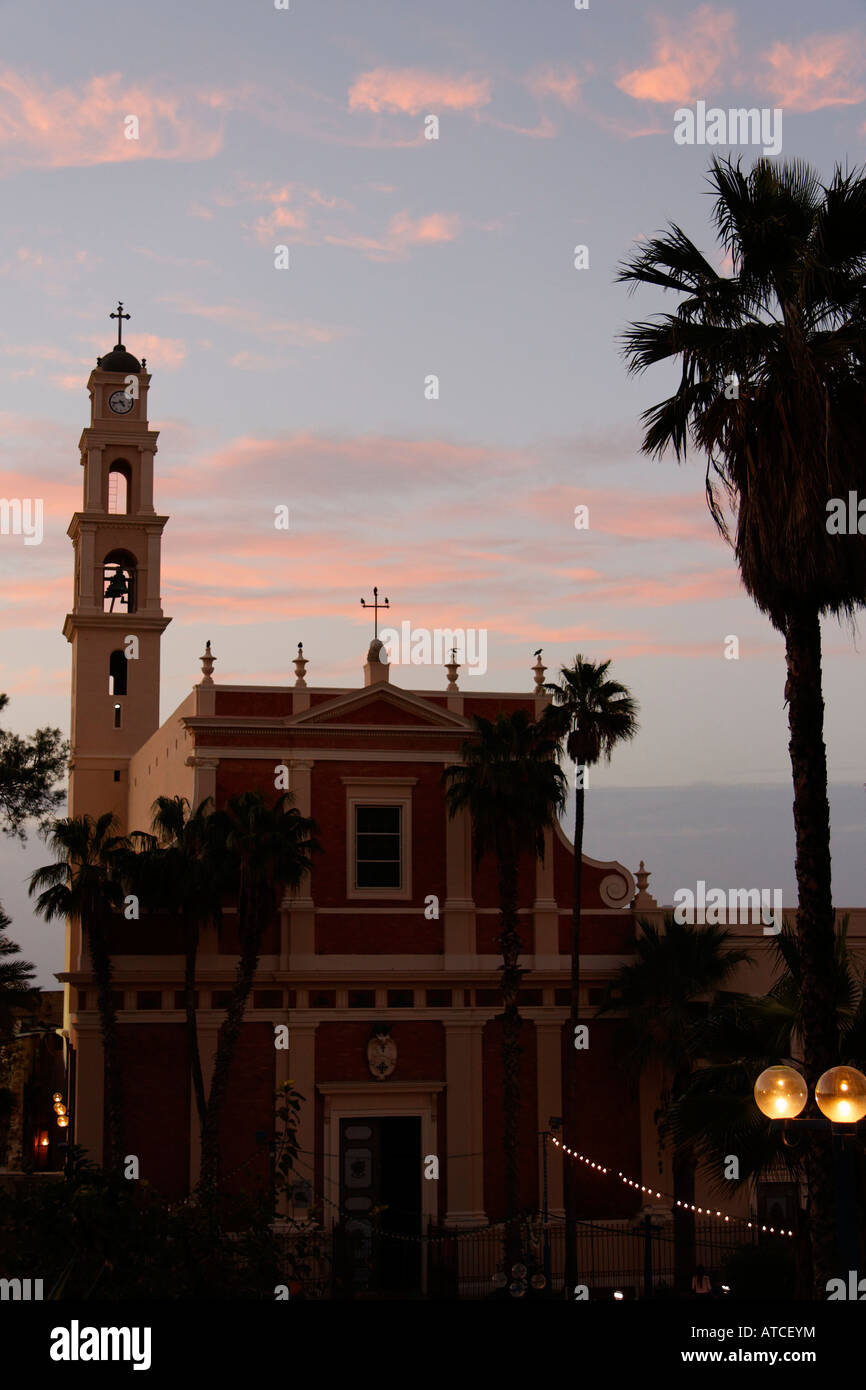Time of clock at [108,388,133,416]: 4:42
